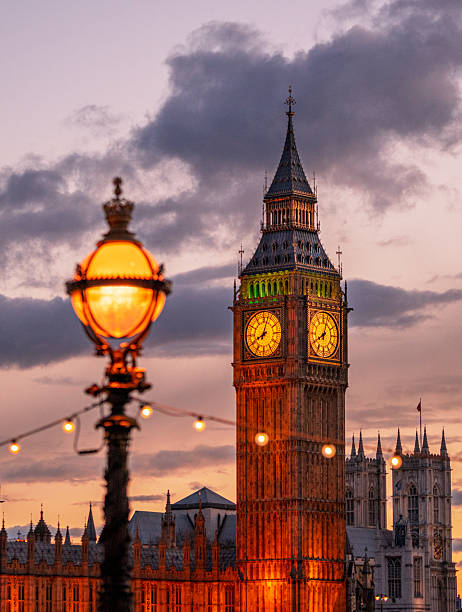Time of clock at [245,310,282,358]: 8:03
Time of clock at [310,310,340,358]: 8:03
